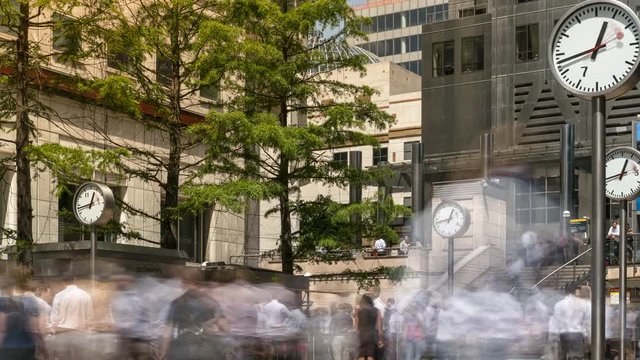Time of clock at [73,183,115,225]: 12:43
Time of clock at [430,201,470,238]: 12:42
